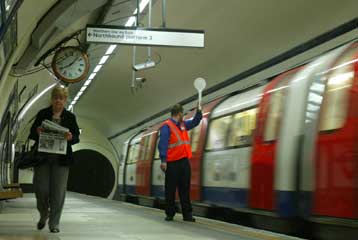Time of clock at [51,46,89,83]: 8:07
